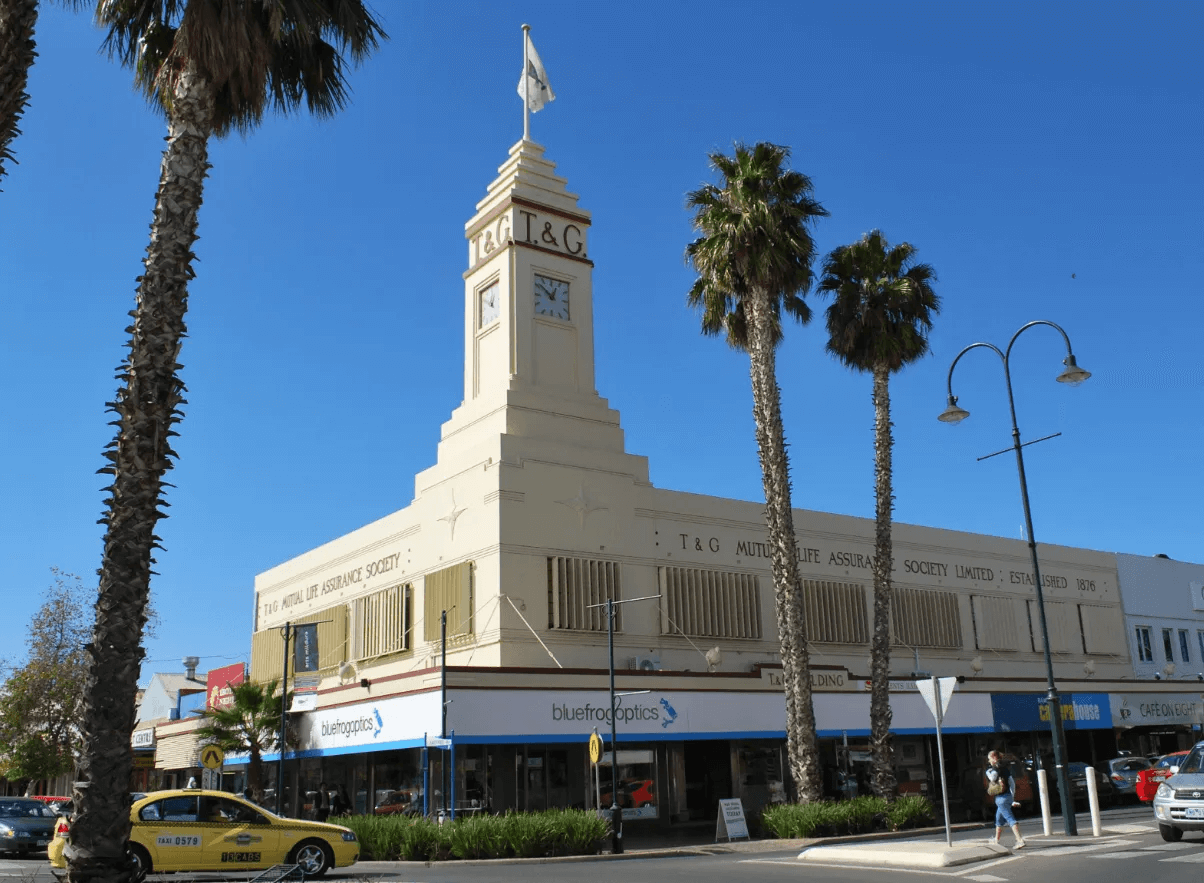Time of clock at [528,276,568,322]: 12:51
